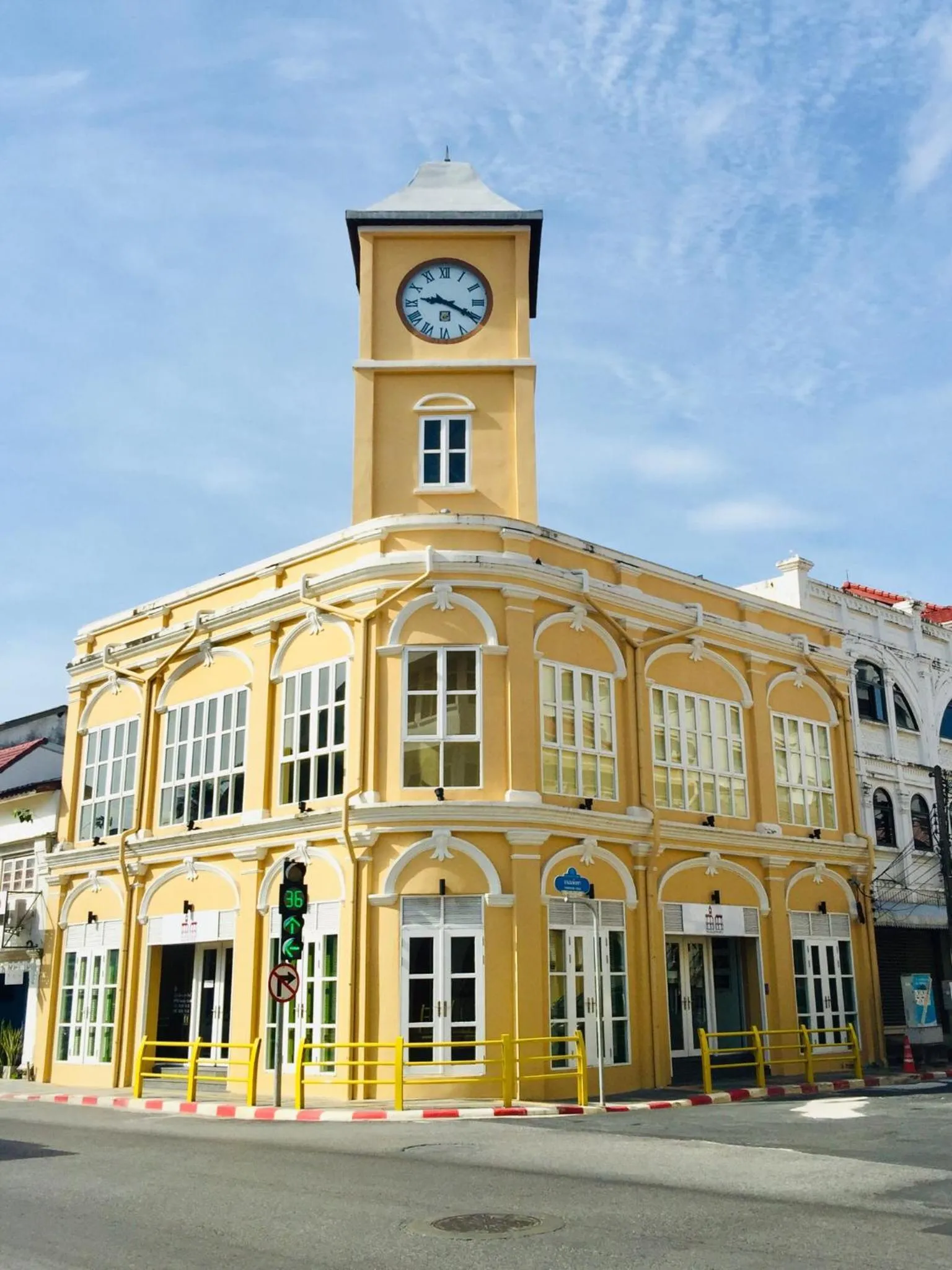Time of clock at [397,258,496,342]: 9:19
